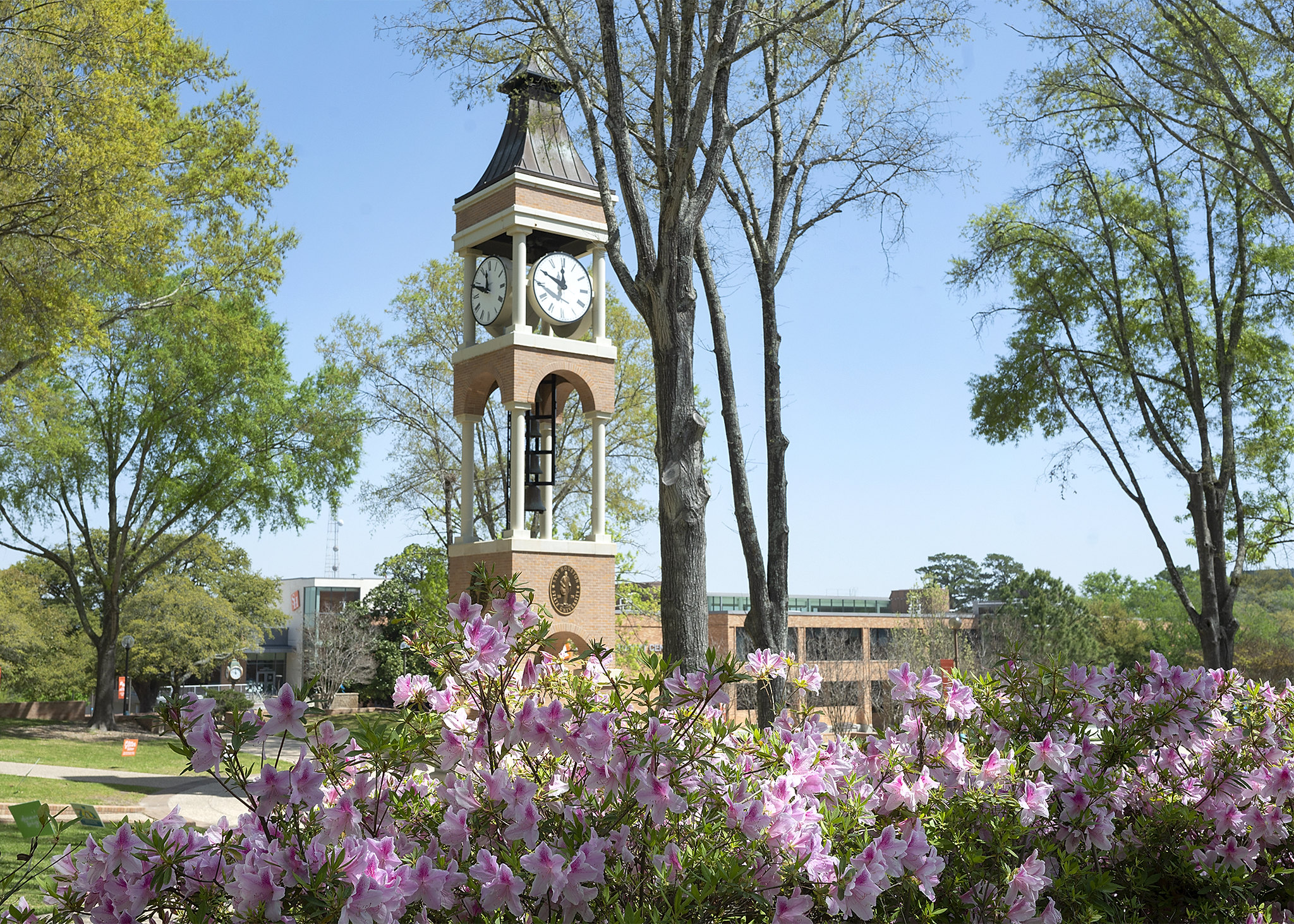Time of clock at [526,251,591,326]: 11:49
